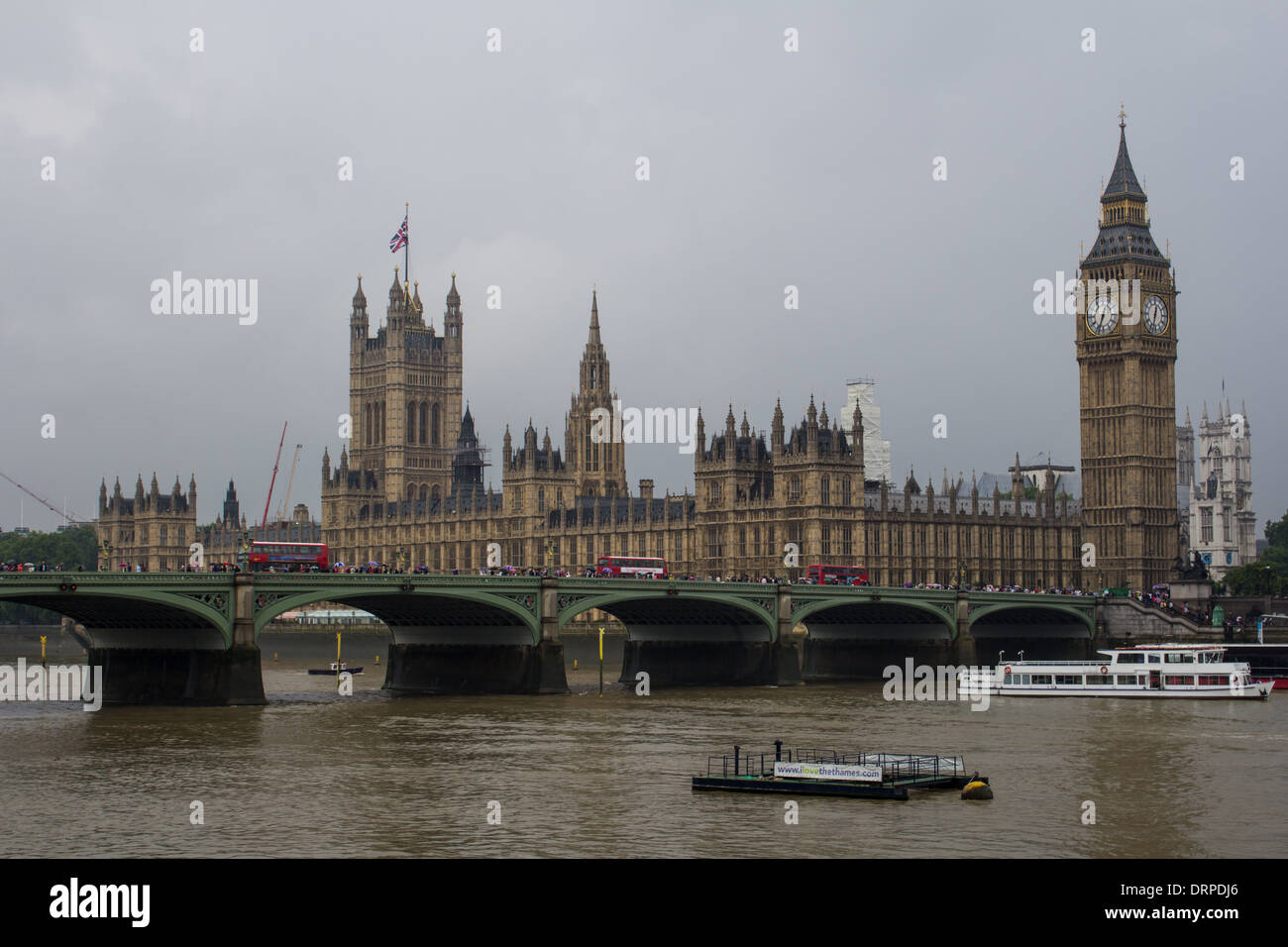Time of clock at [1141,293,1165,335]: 12:32
